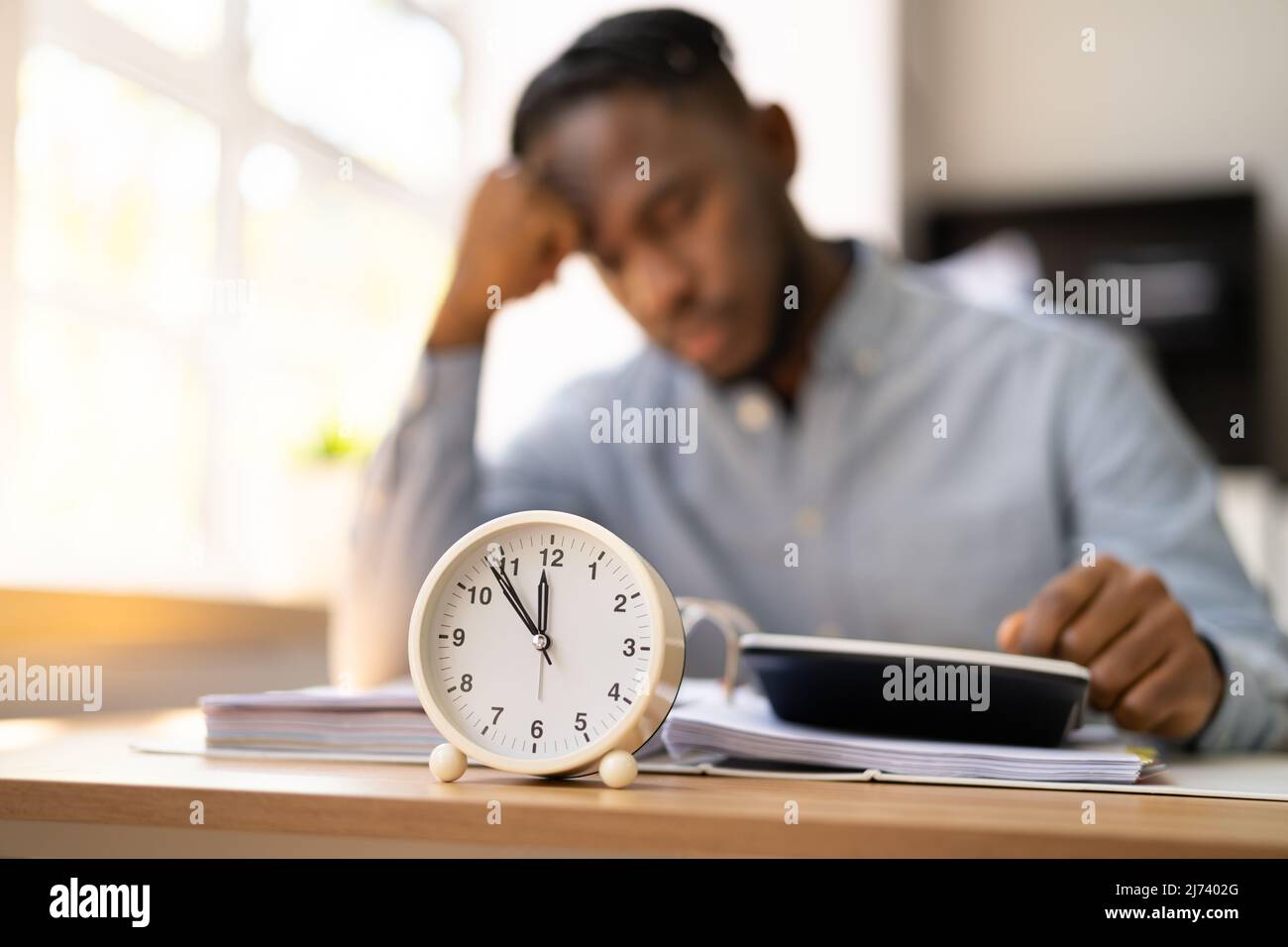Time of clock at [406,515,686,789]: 11:53
